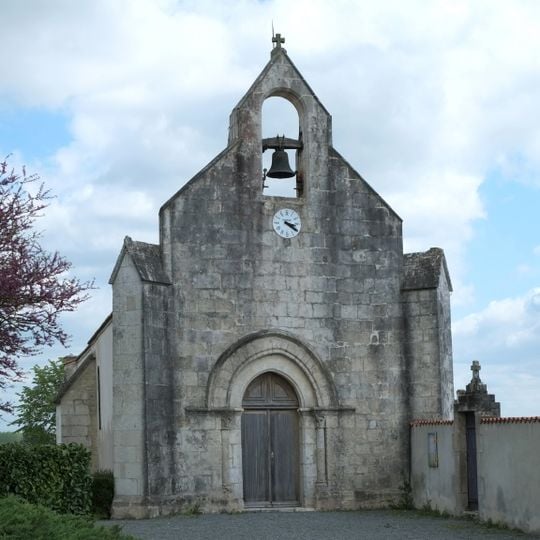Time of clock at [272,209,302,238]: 3:20
